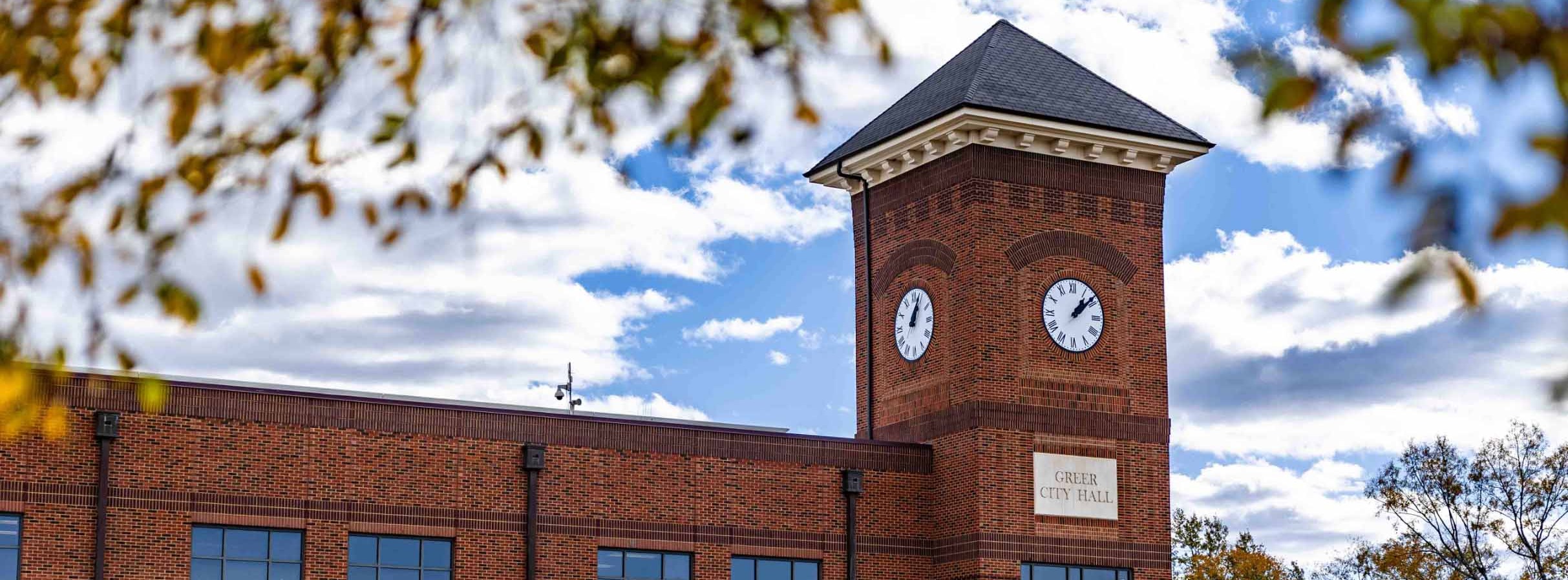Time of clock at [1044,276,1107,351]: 1:08
